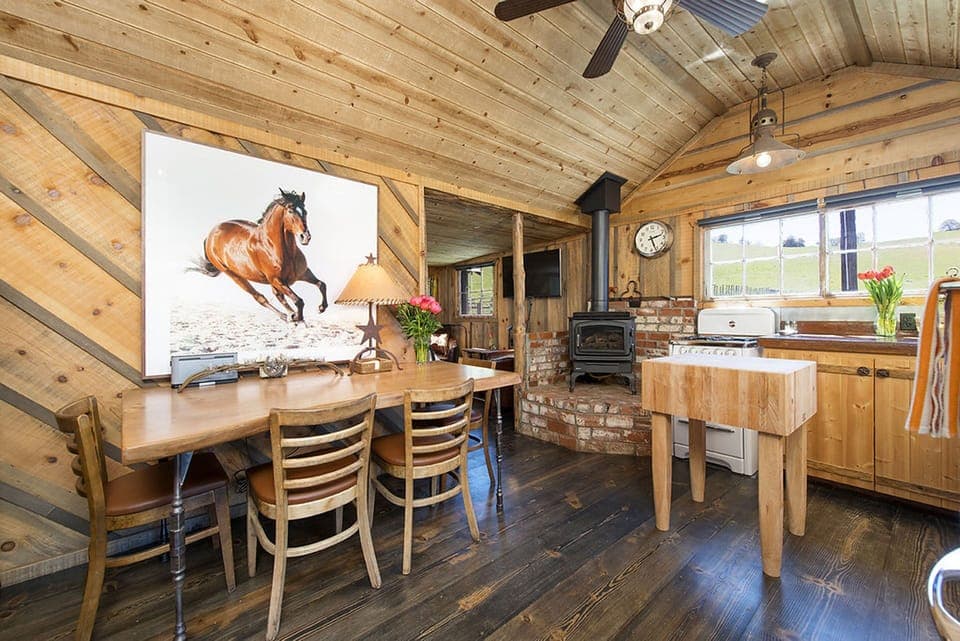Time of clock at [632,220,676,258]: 2:26
